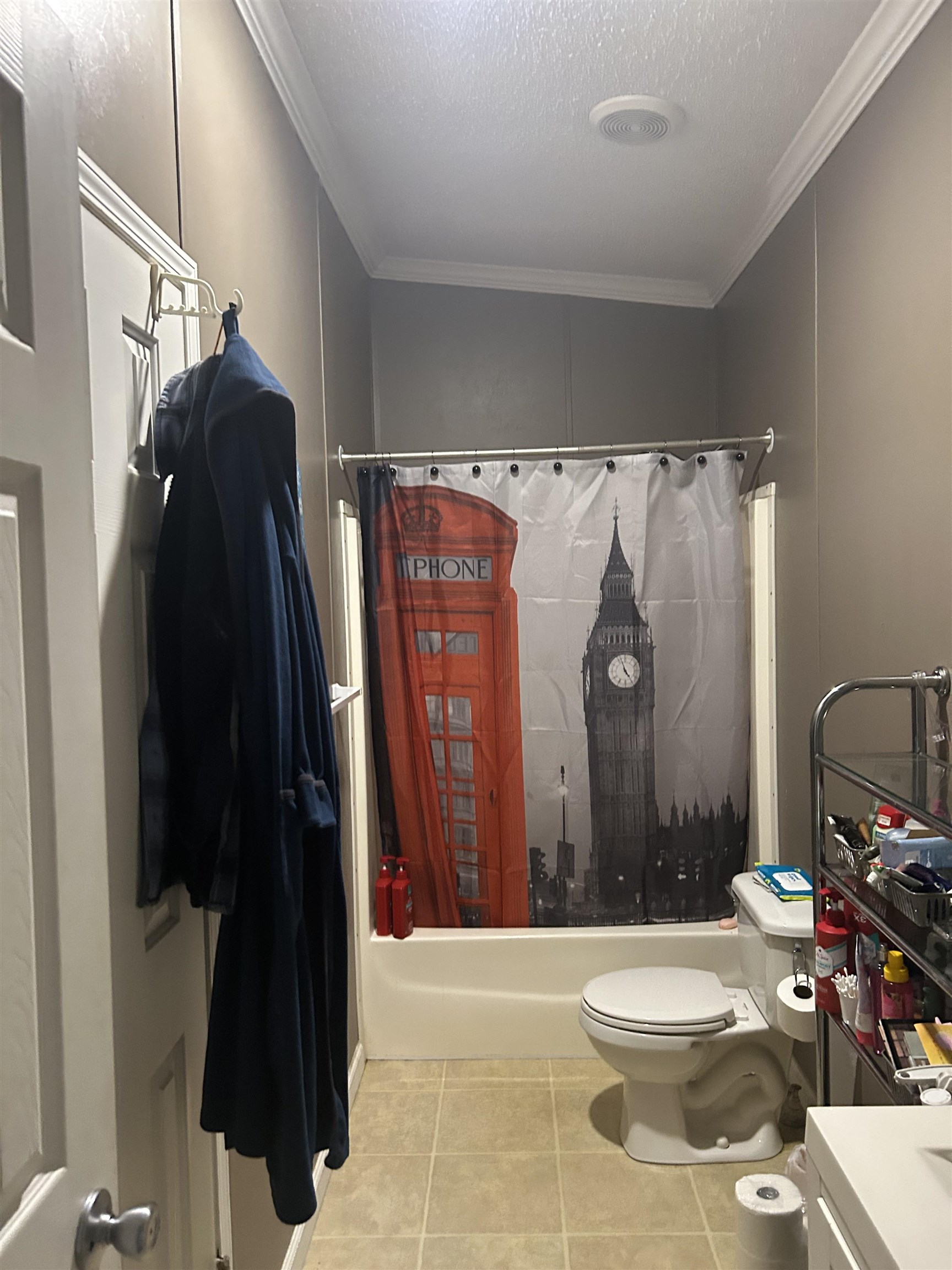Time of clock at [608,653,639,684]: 4:56
